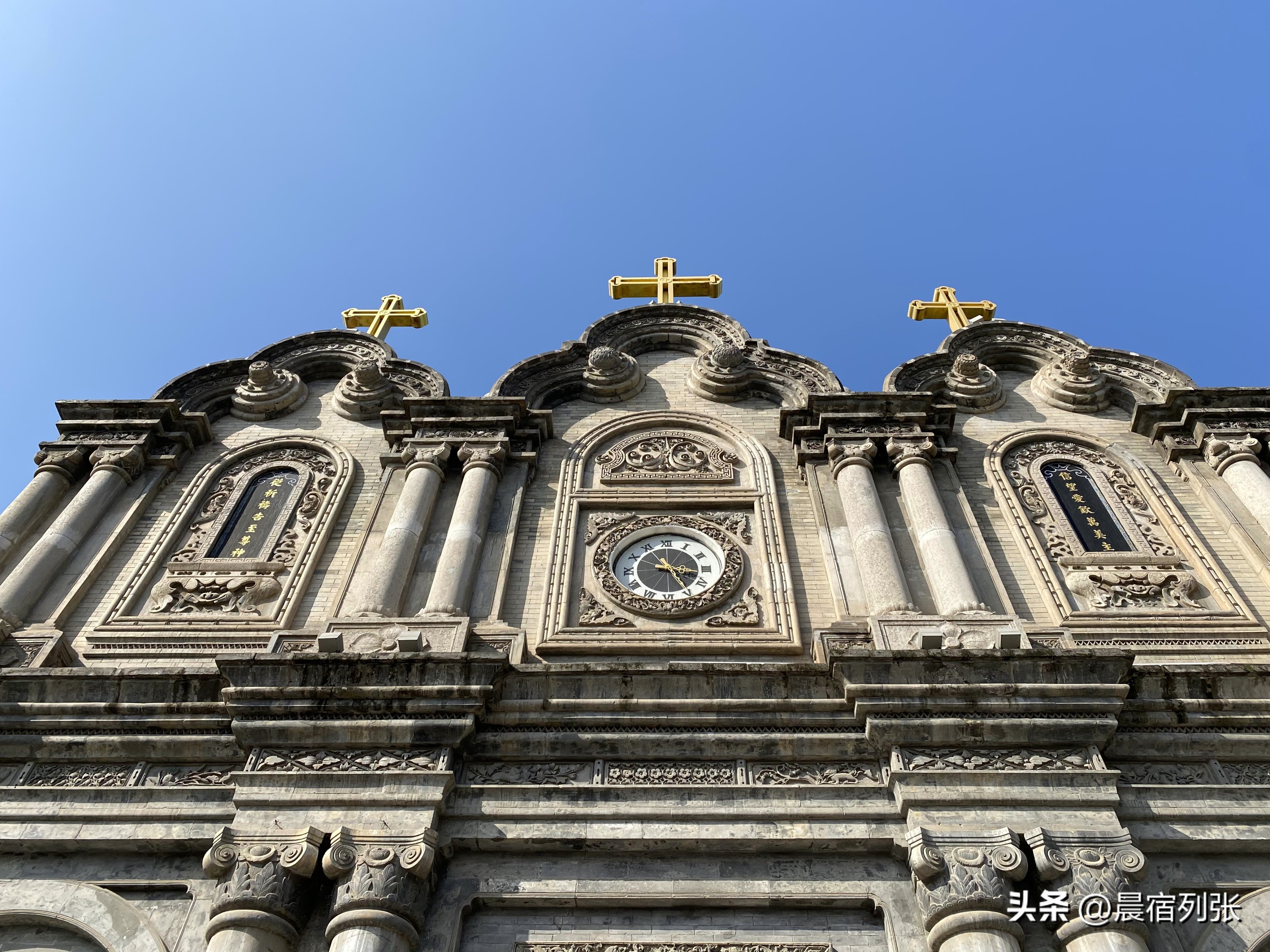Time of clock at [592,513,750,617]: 3:24
